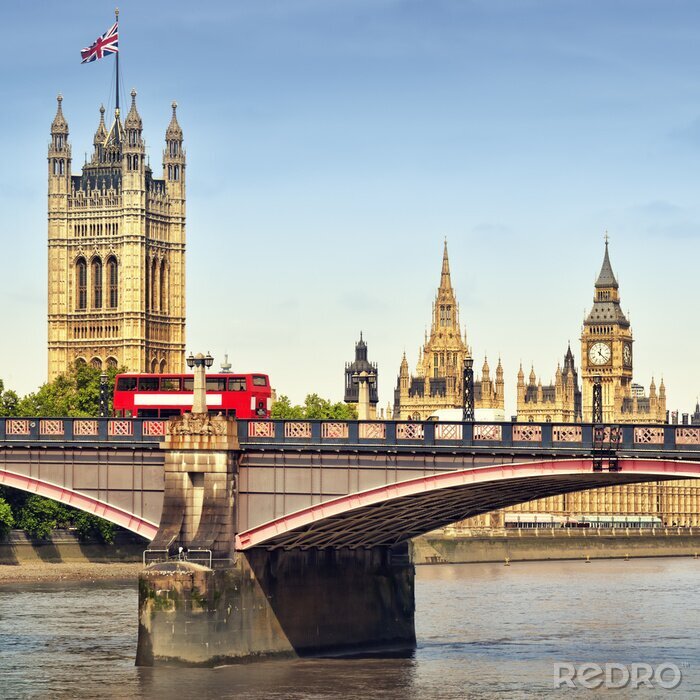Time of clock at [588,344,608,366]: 12:21
